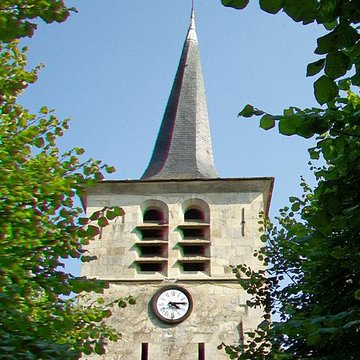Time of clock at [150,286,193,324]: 4:14
